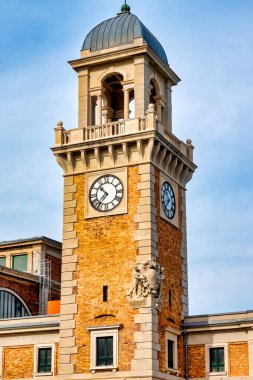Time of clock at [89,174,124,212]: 10:36
